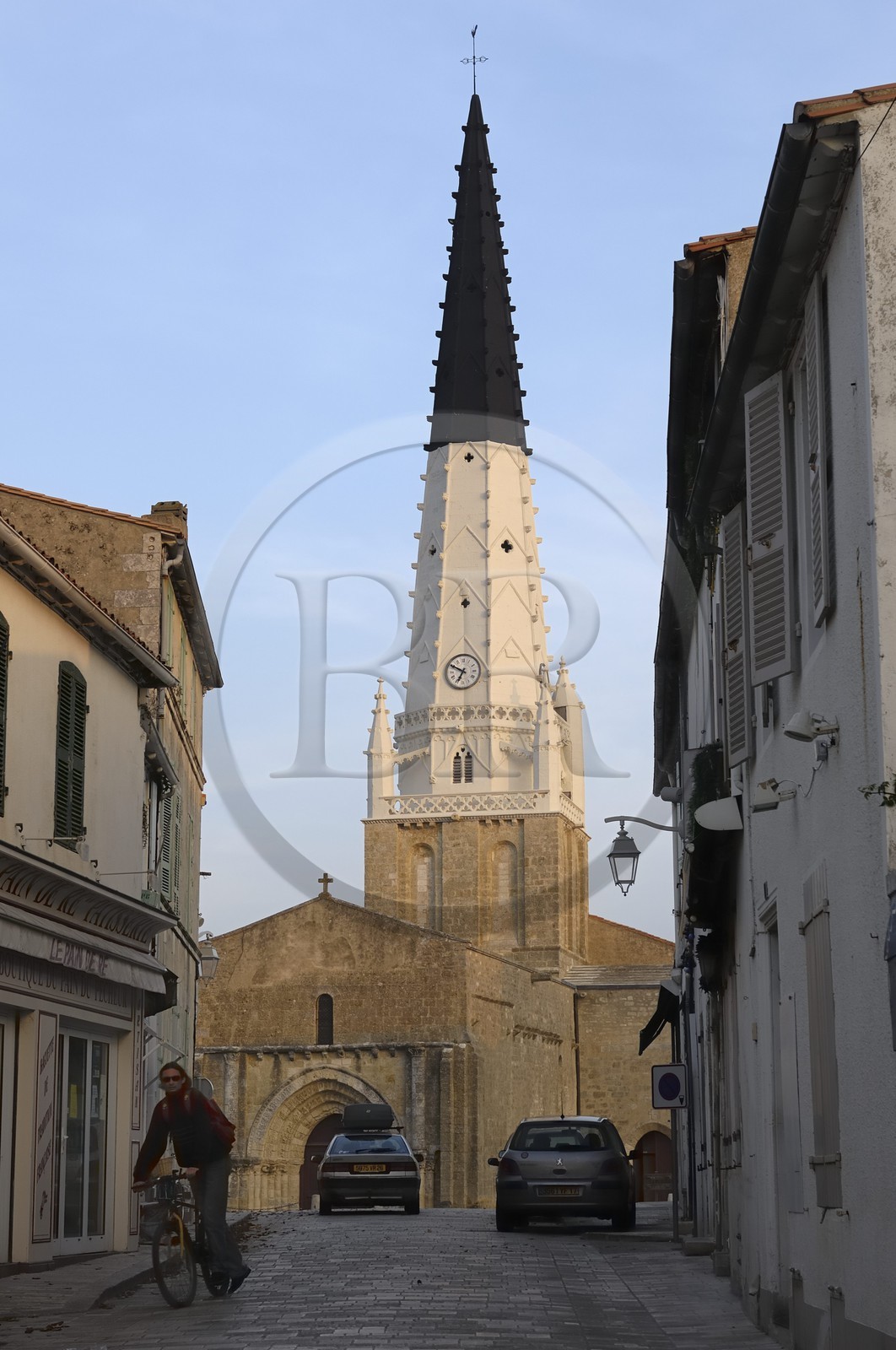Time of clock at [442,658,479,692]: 6:49
